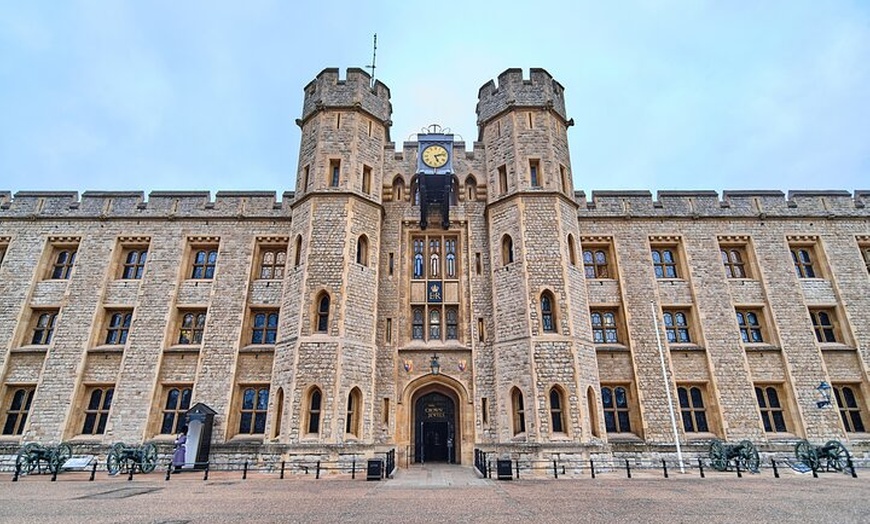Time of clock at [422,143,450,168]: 5:12
